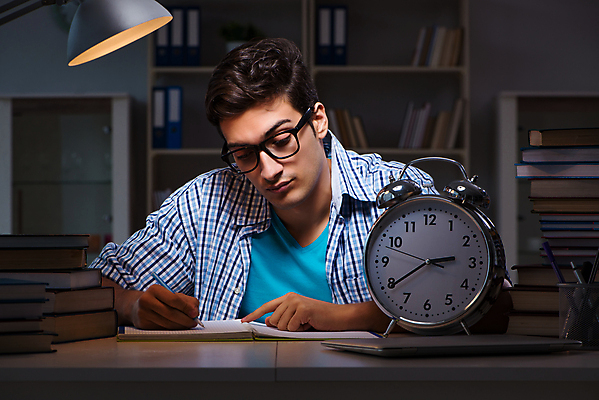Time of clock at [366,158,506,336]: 2:39
